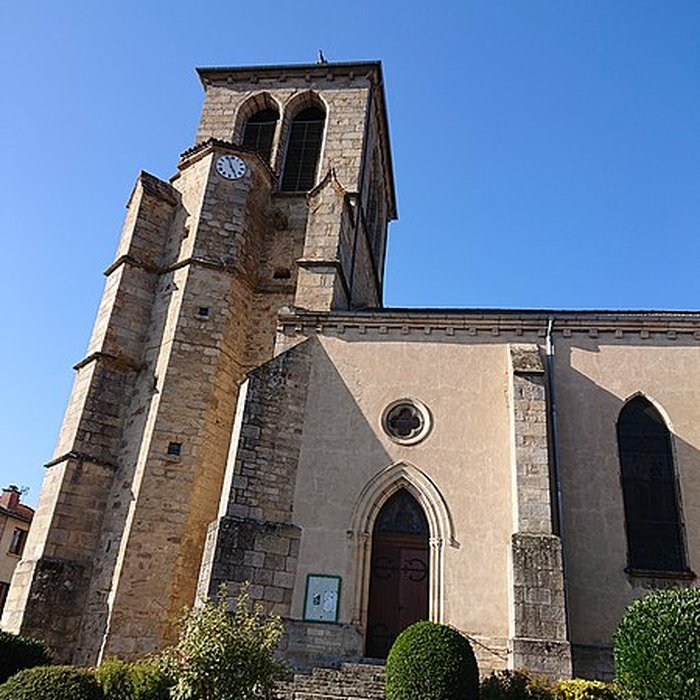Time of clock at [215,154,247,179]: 4:56
